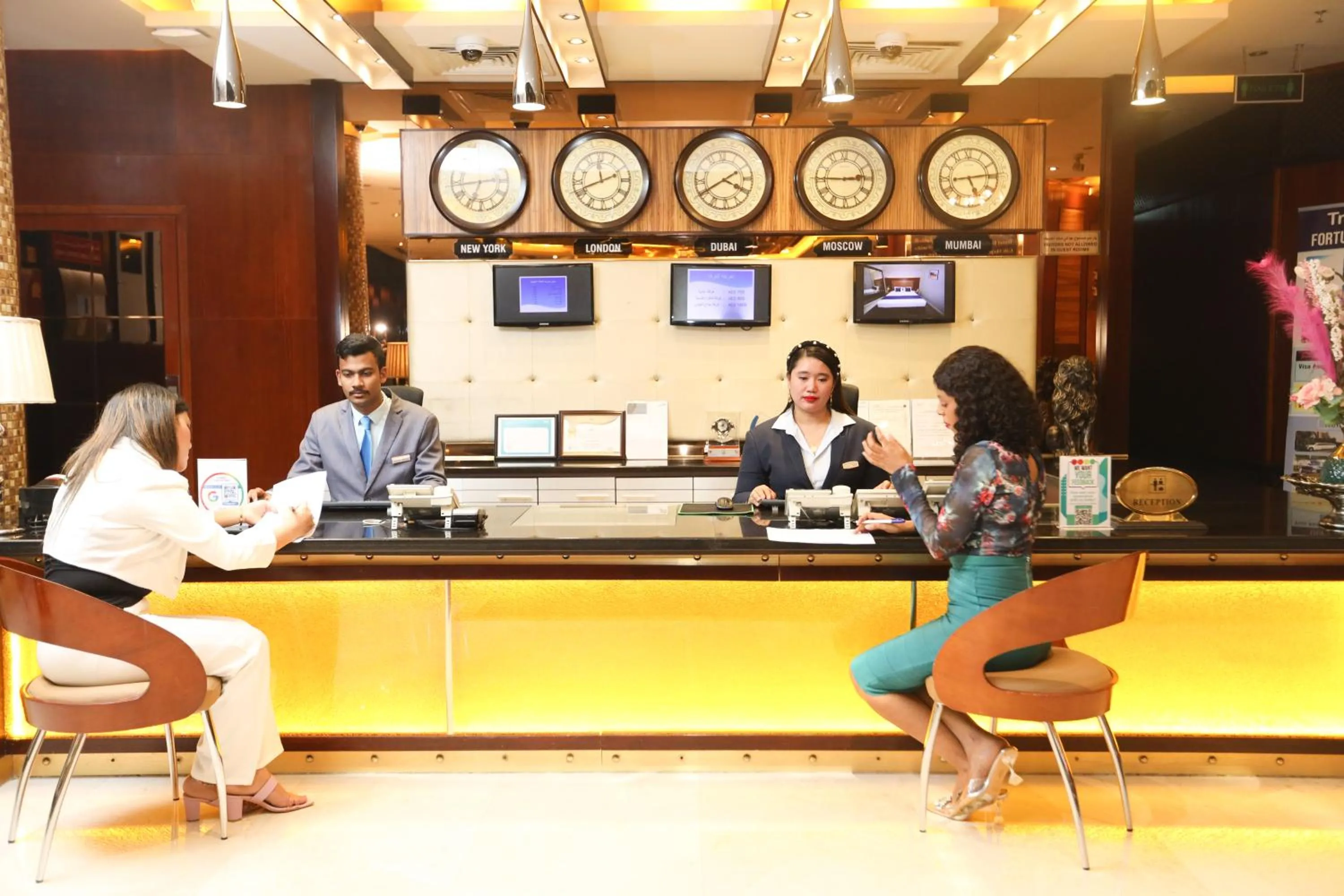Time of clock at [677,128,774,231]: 3:40
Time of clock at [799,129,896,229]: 2:45
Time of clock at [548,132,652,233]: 11:41
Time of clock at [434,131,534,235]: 6:43
